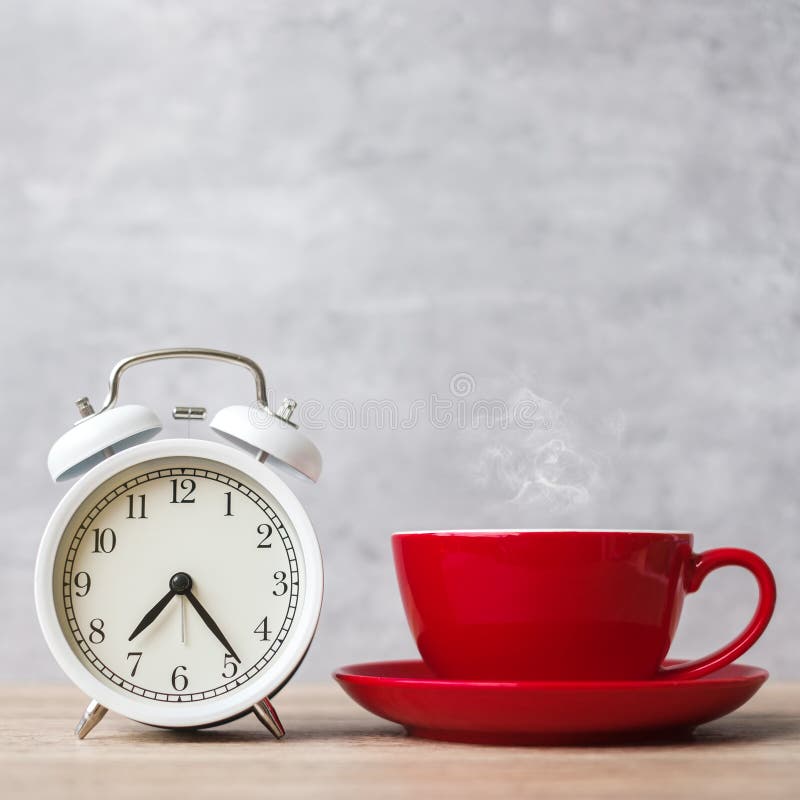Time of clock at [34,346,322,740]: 7:23
